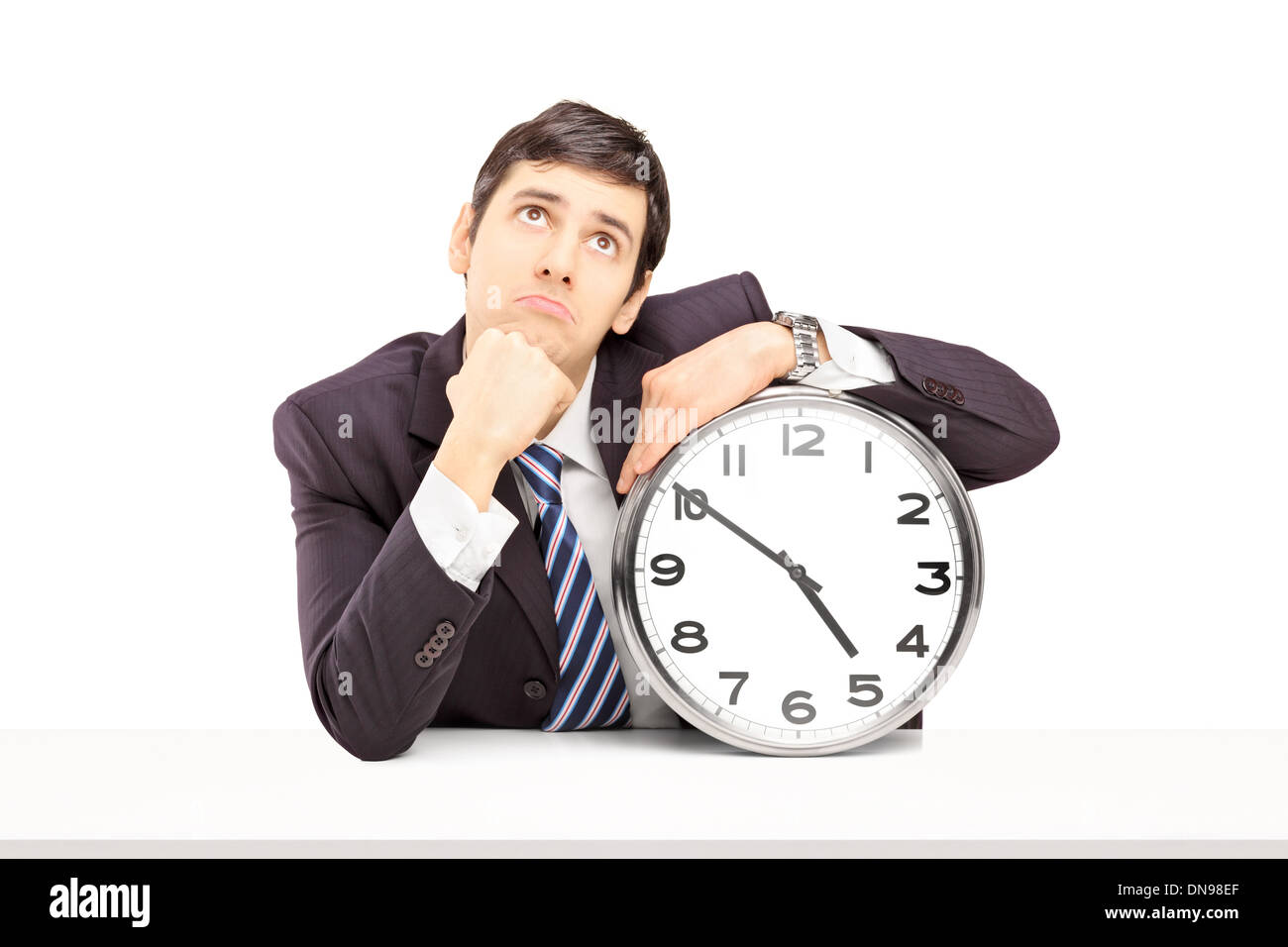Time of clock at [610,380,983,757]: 4:50
